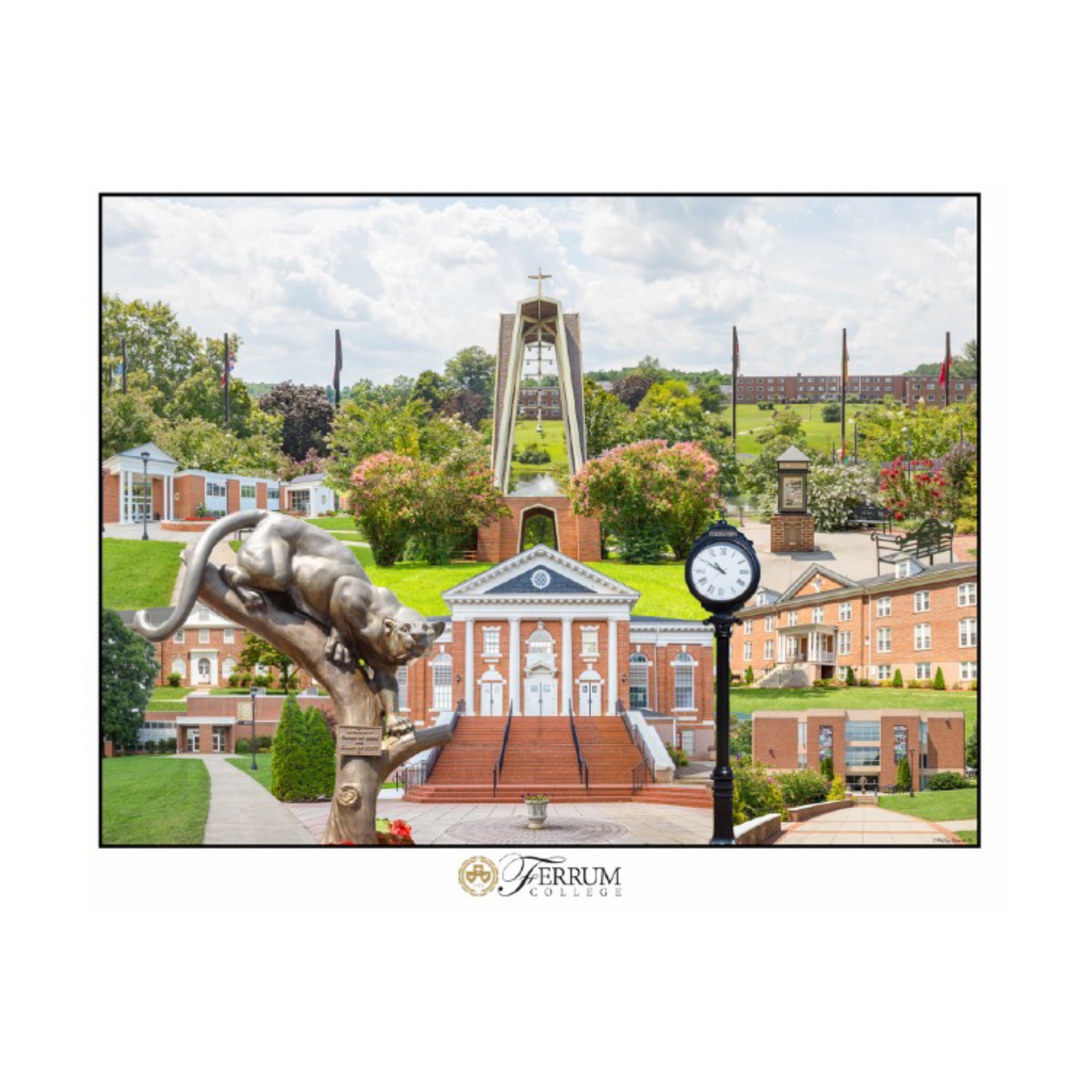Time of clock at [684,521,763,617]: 10:50
